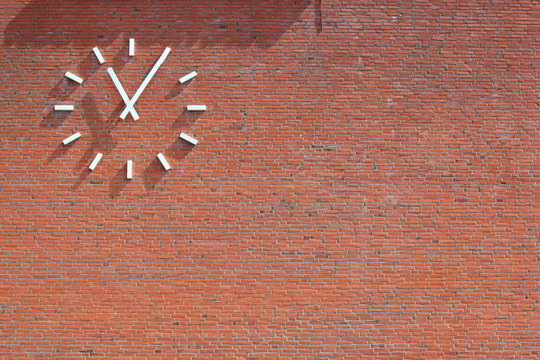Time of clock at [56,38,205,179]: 11:05
